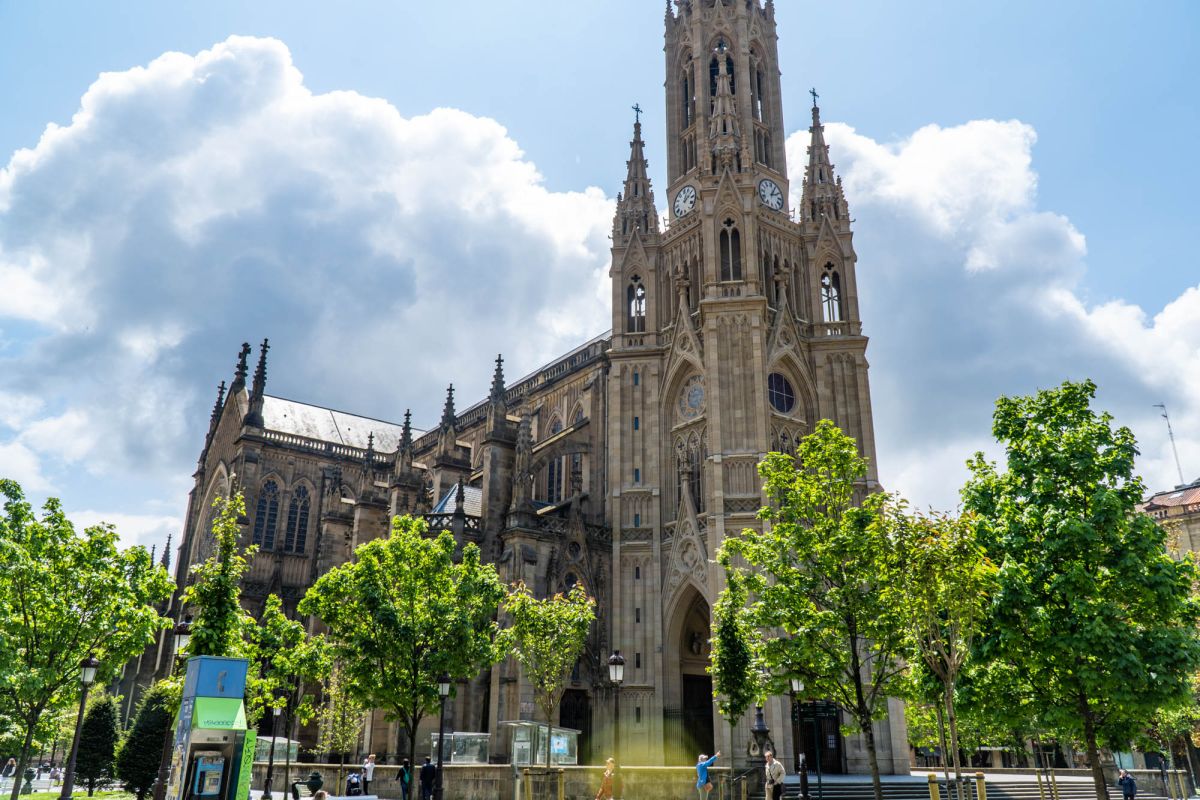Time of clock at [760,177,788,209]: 2:04
